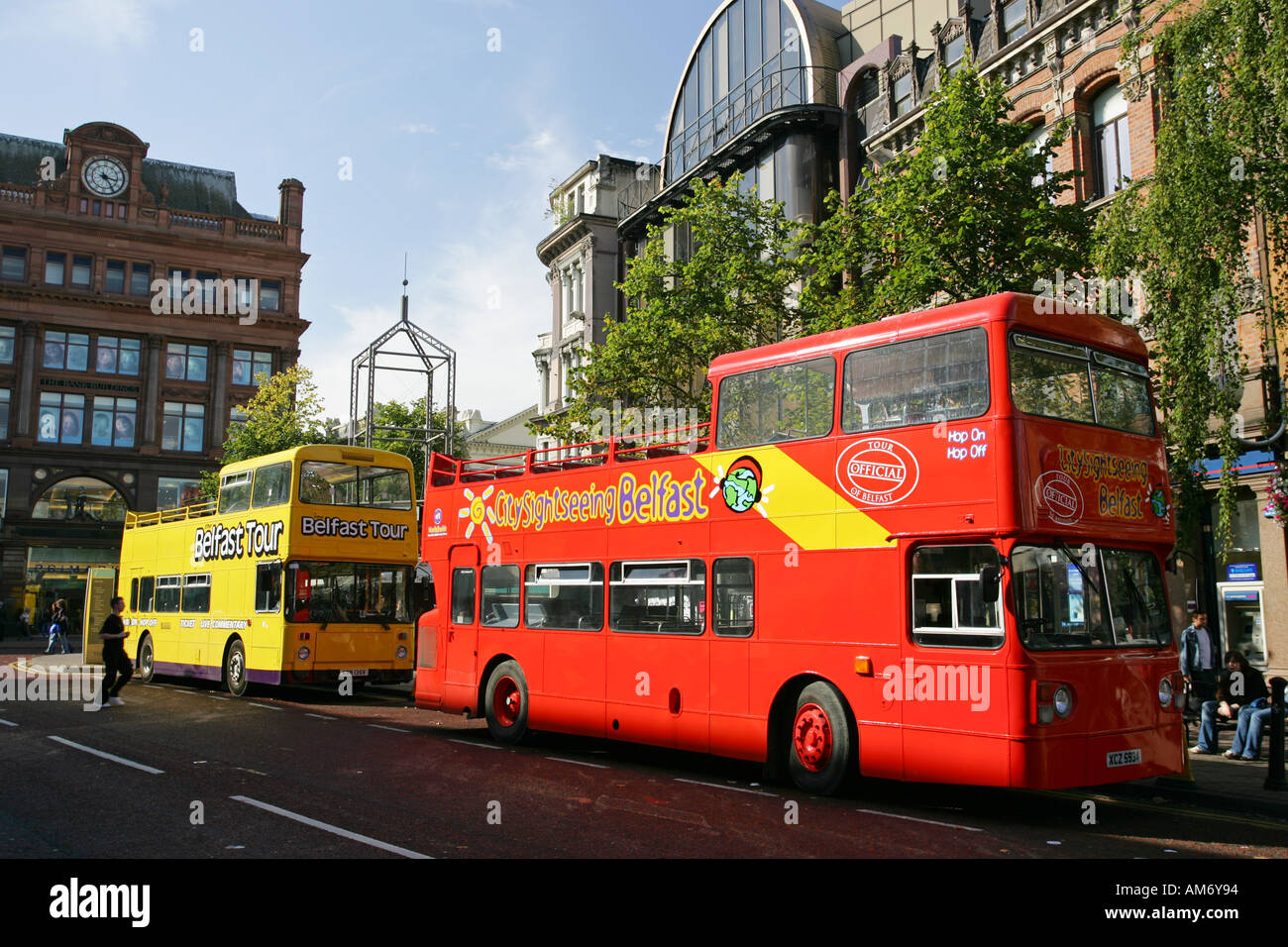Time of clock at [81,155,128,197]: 3:24
